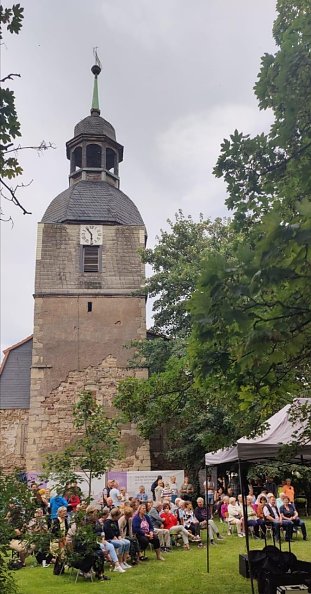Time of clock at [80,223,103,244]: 5:54
